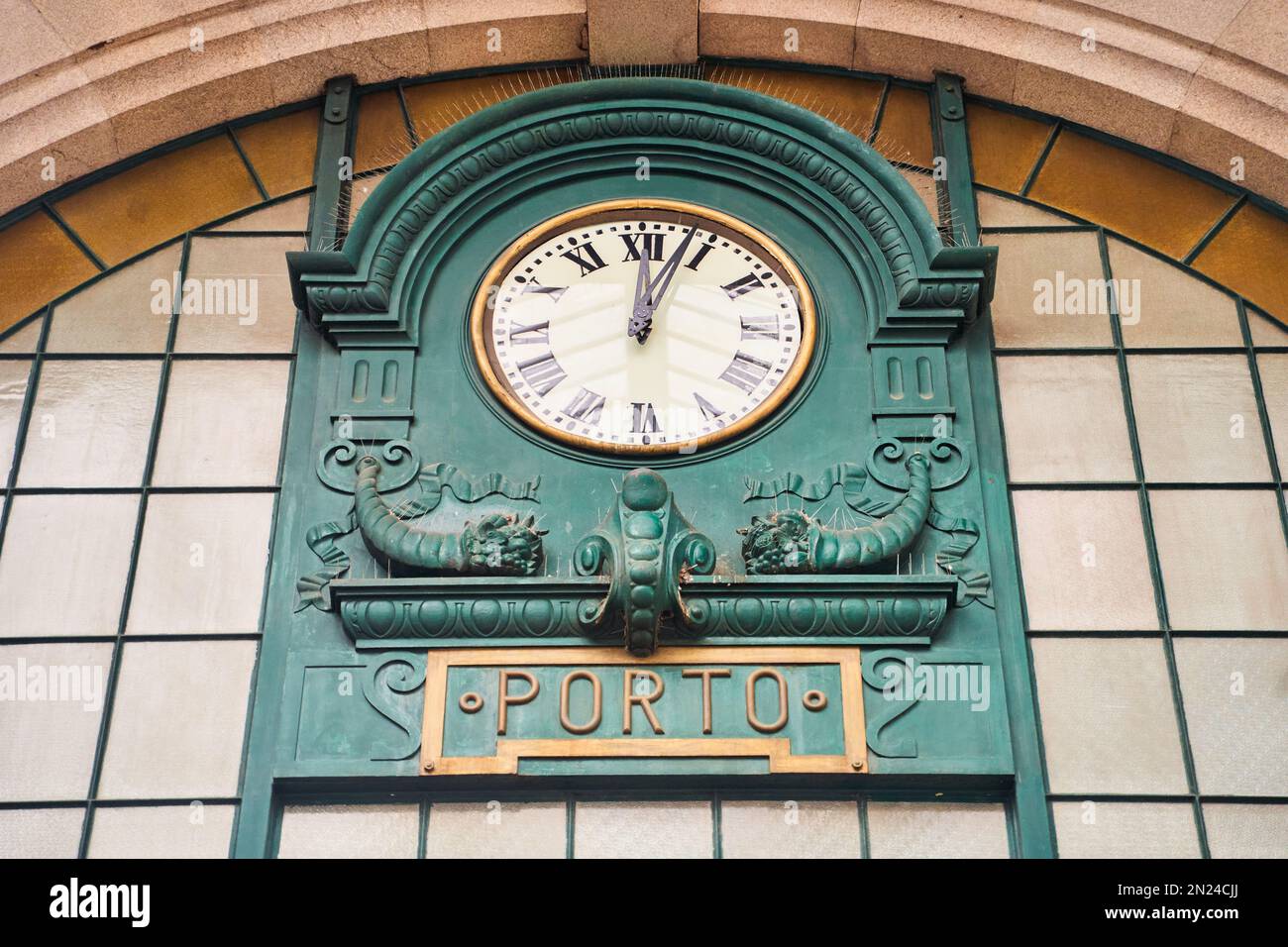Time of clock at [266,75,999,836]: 12:02
